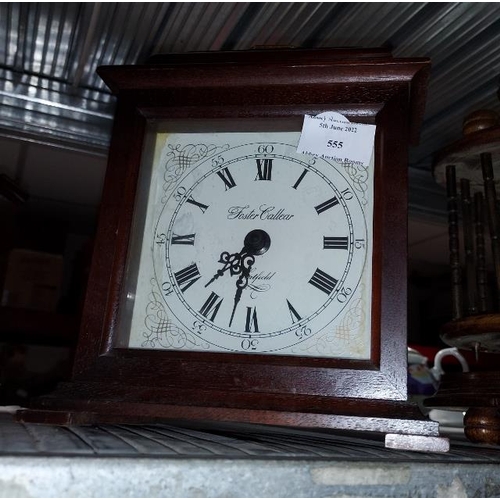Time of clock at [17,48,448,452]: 7:32
